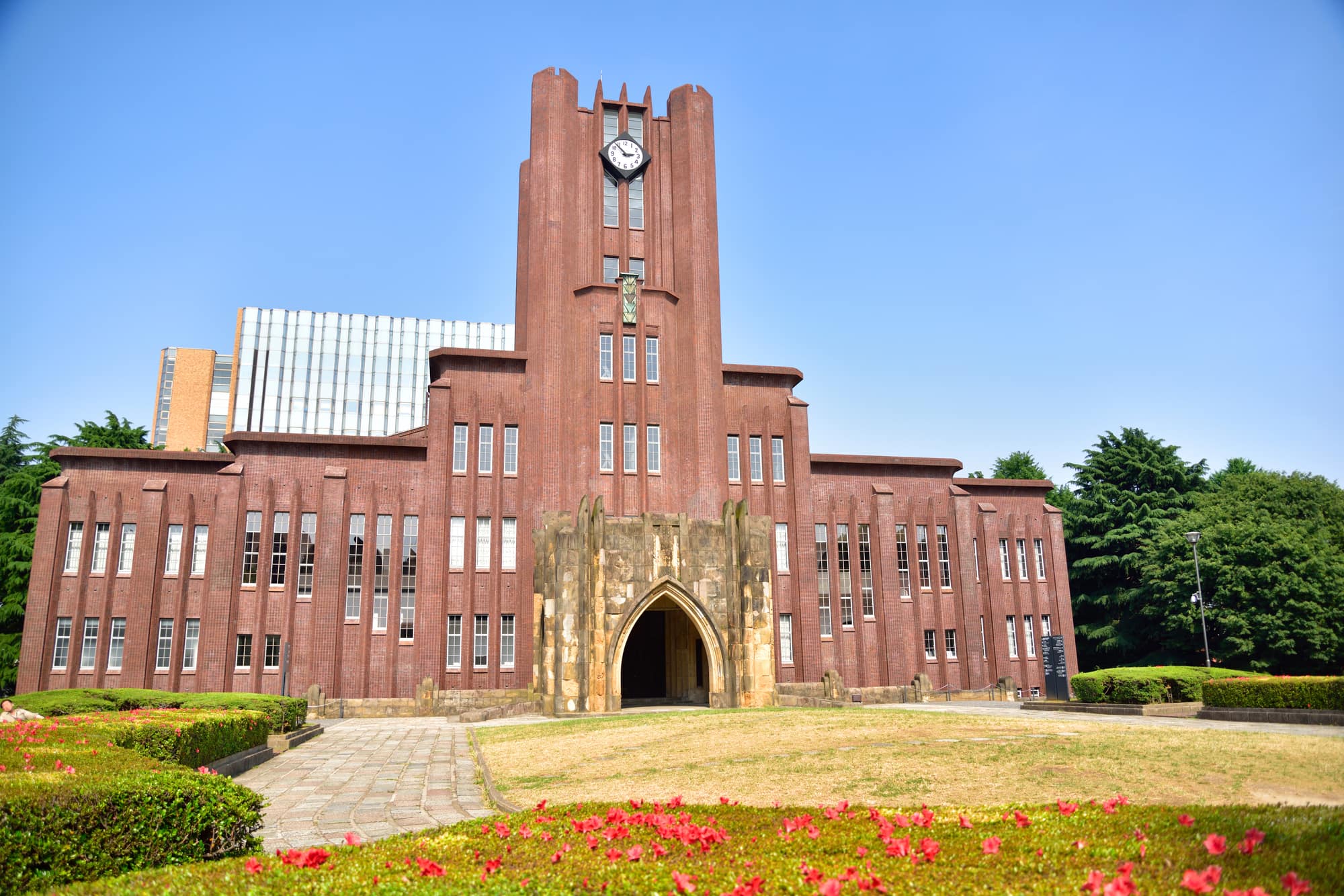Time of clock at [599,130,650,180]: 2:53
